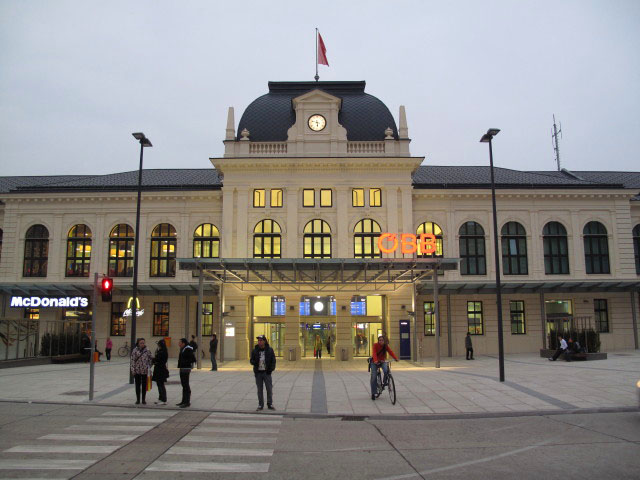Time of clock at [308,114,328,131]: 5:47
